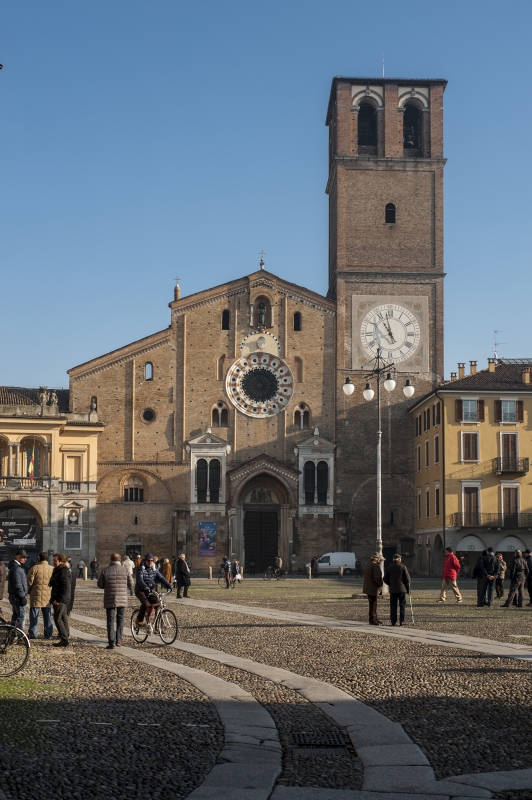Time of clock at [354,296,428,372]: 10:57
